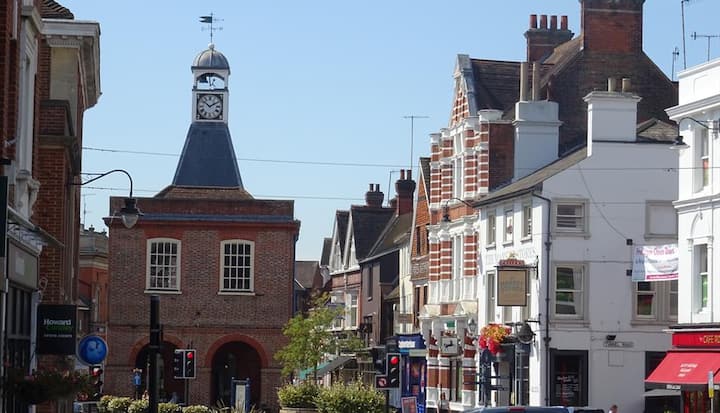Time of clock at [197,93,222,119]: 1:51
